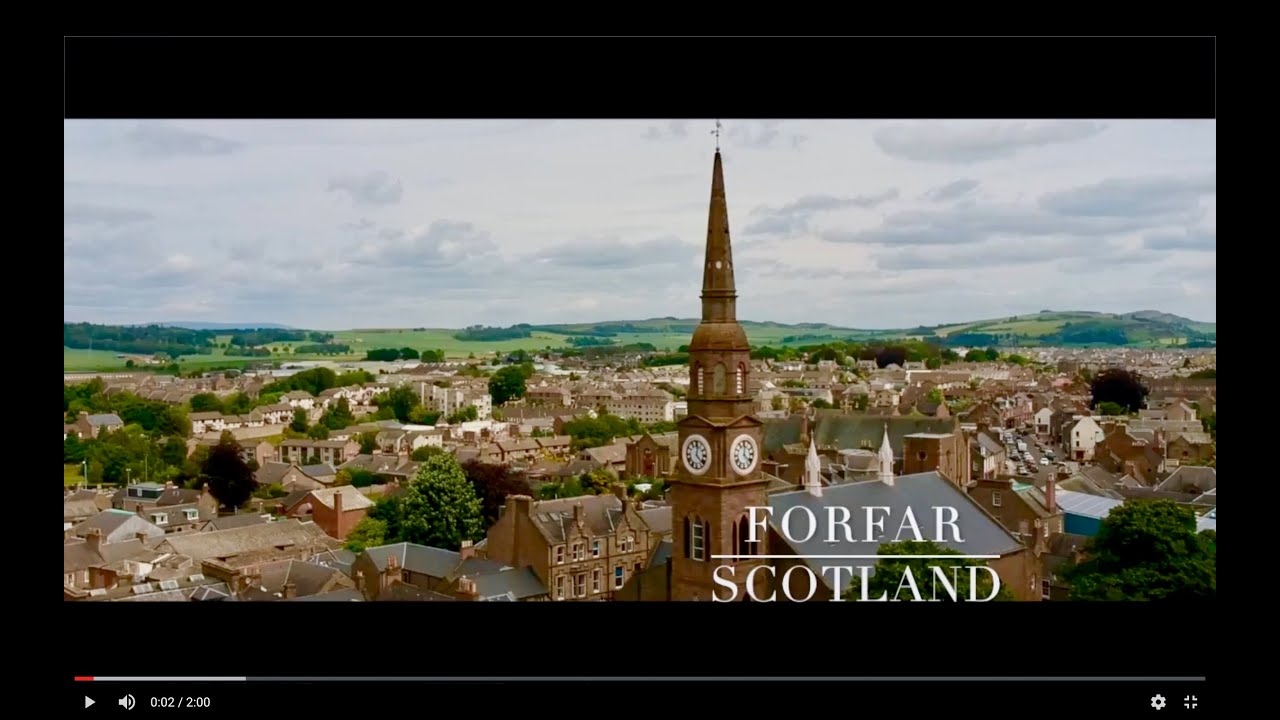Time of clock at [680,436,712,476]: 12:22
